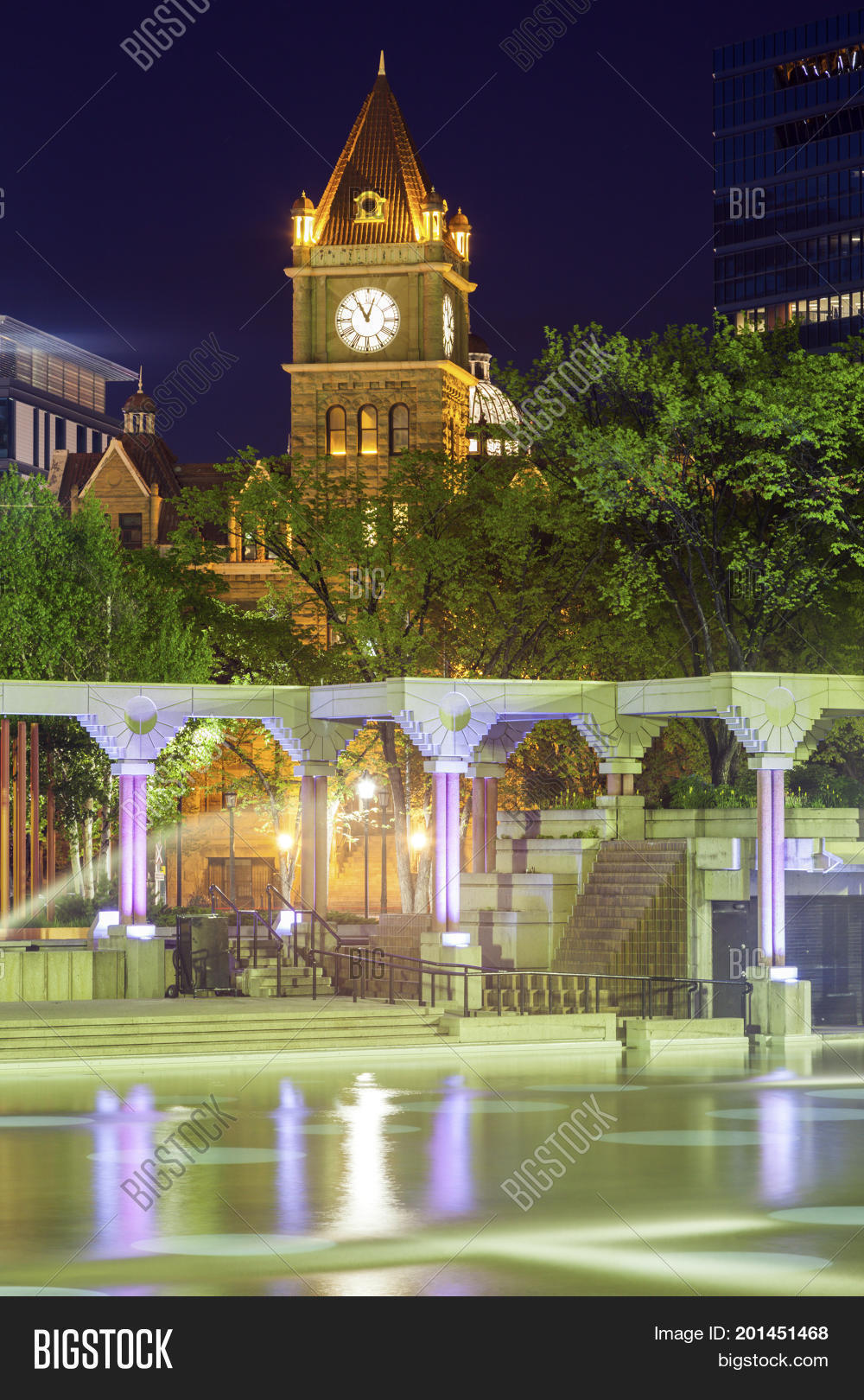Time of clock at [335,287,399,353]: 11:02
